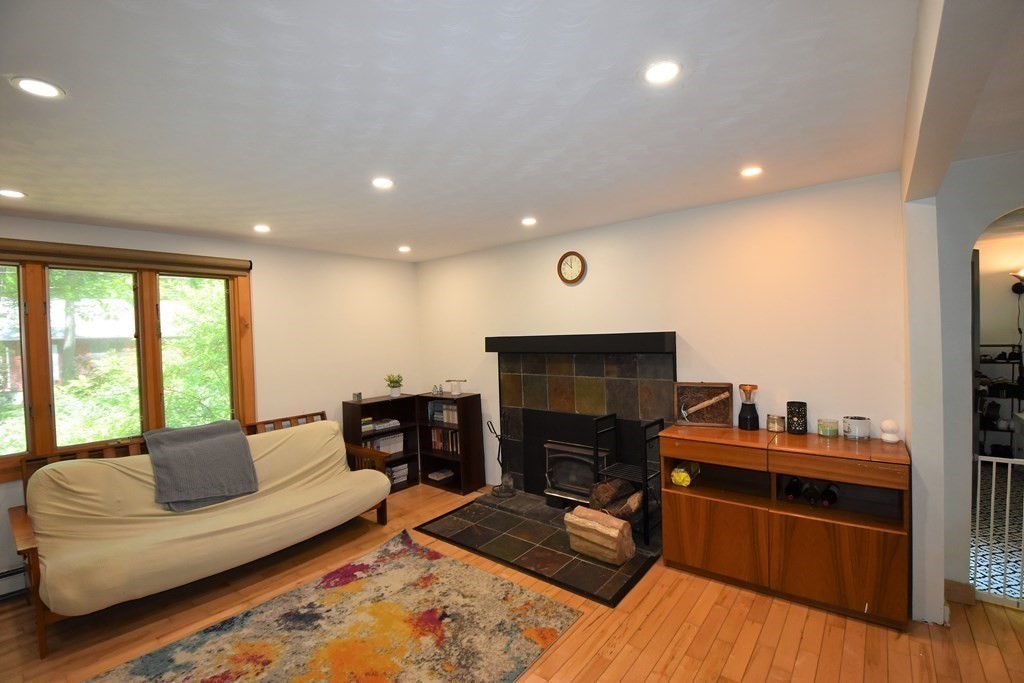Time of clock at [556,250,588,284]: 11:52
